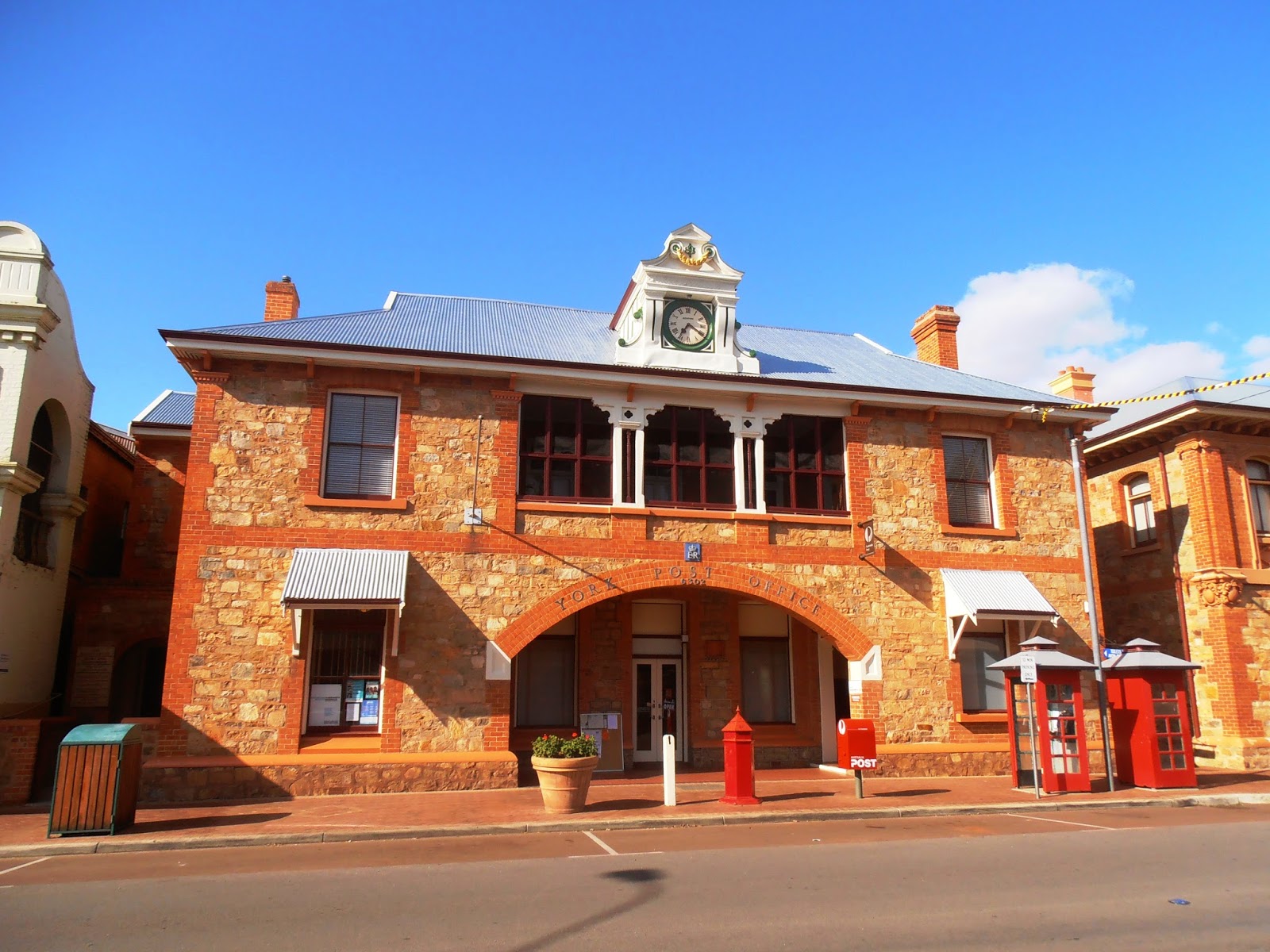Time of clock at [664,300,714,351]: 7:20
